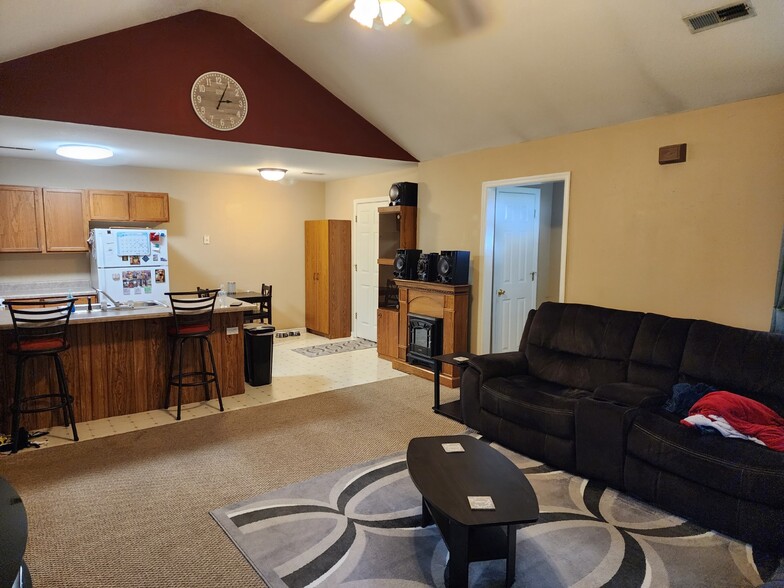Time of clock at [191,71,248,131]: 3:04
